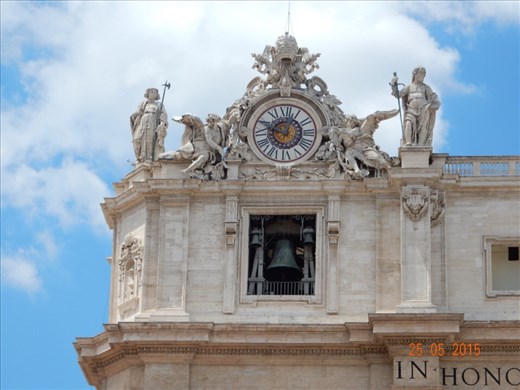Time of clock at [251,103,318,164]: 12:48
